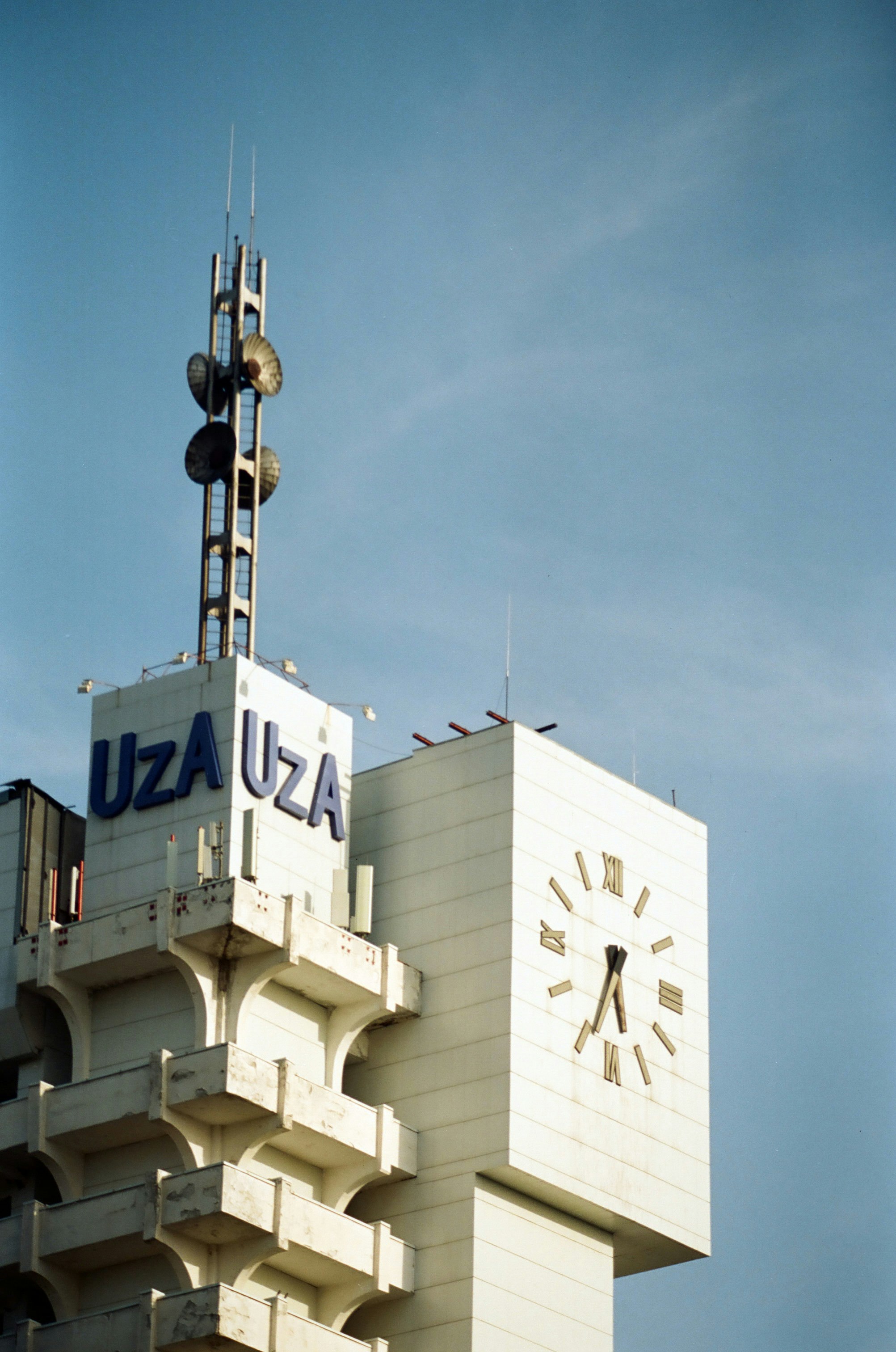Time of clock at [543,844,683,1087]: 5:33
